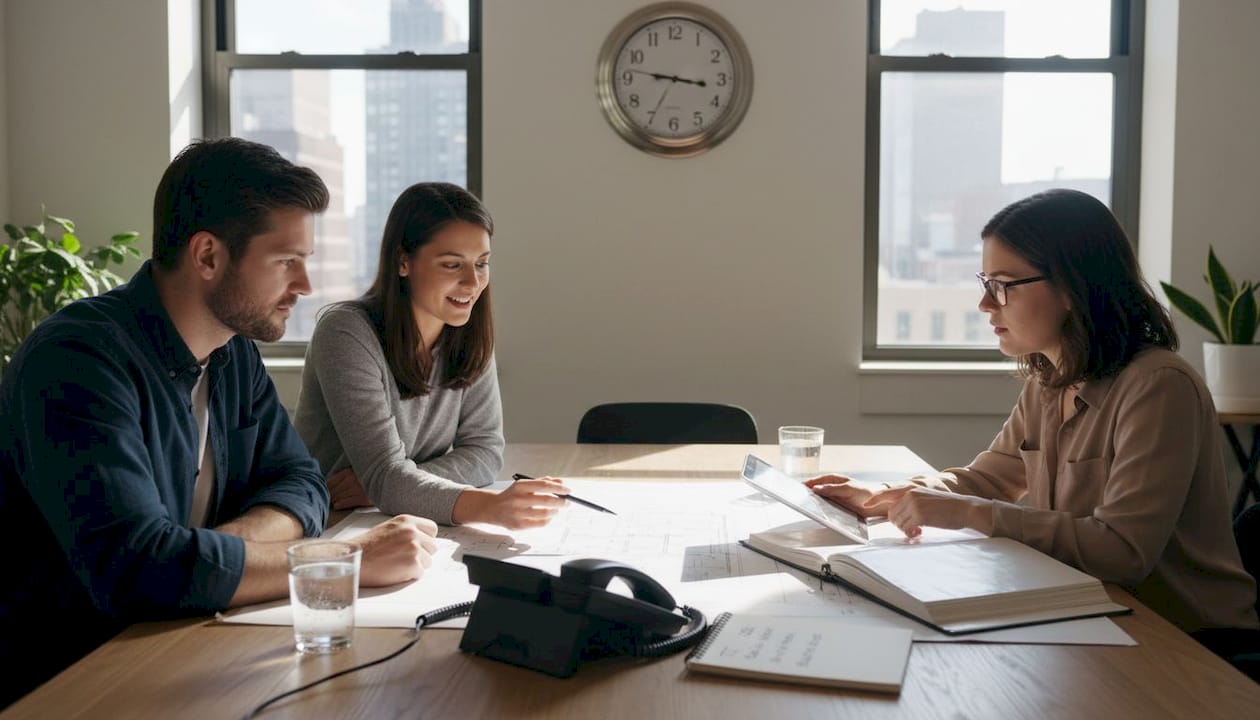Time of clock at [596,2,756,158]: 9:16
